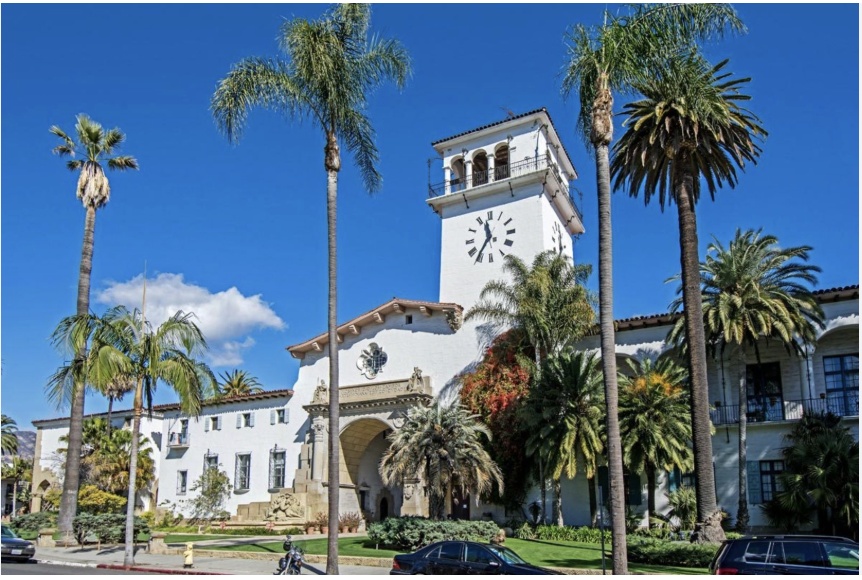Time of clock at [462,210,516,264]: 11:35
